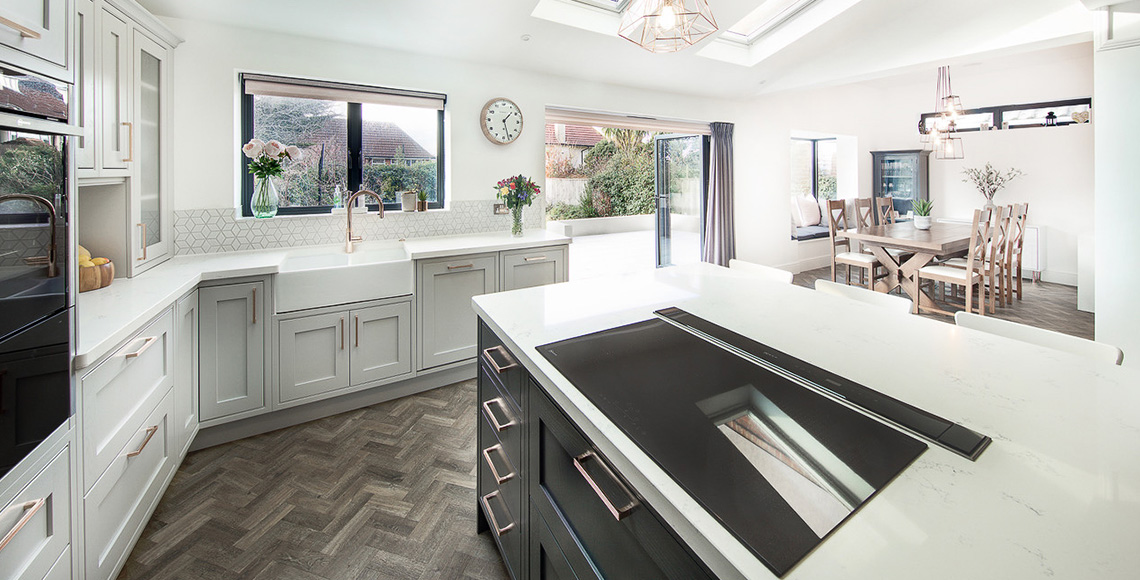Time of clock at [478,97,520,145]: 1:27
